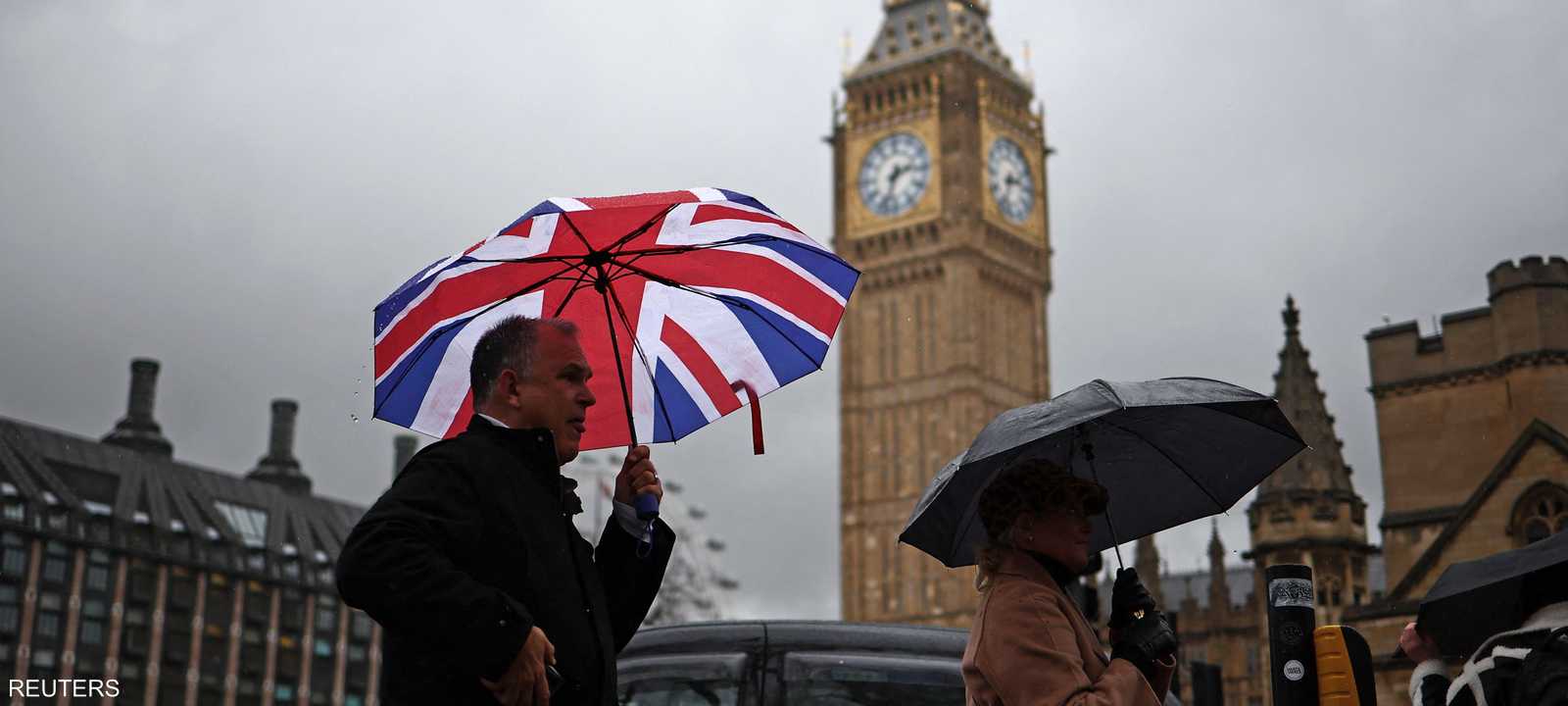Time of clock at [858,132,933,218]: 2:33
